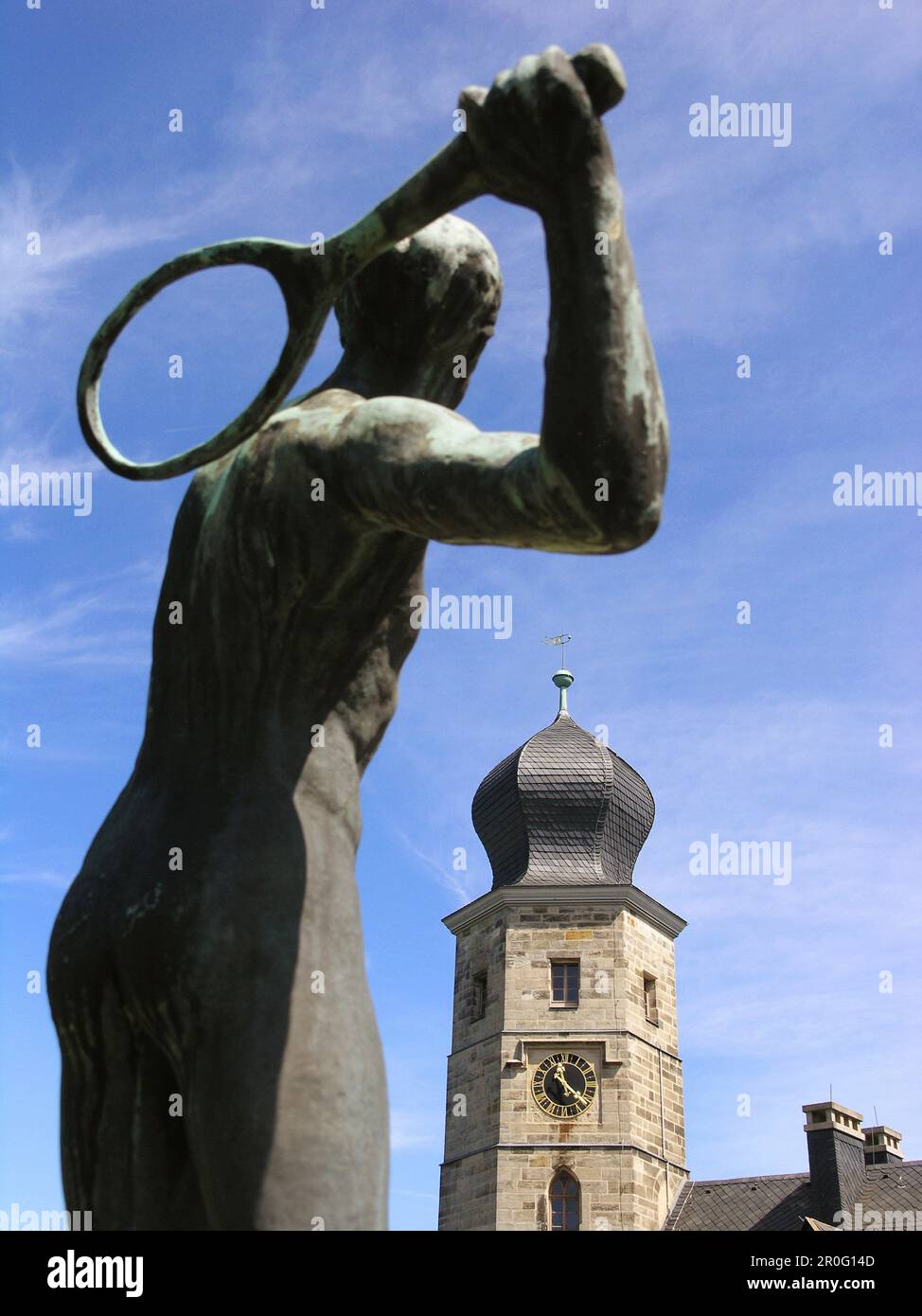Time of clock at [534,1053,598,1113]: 11:21
